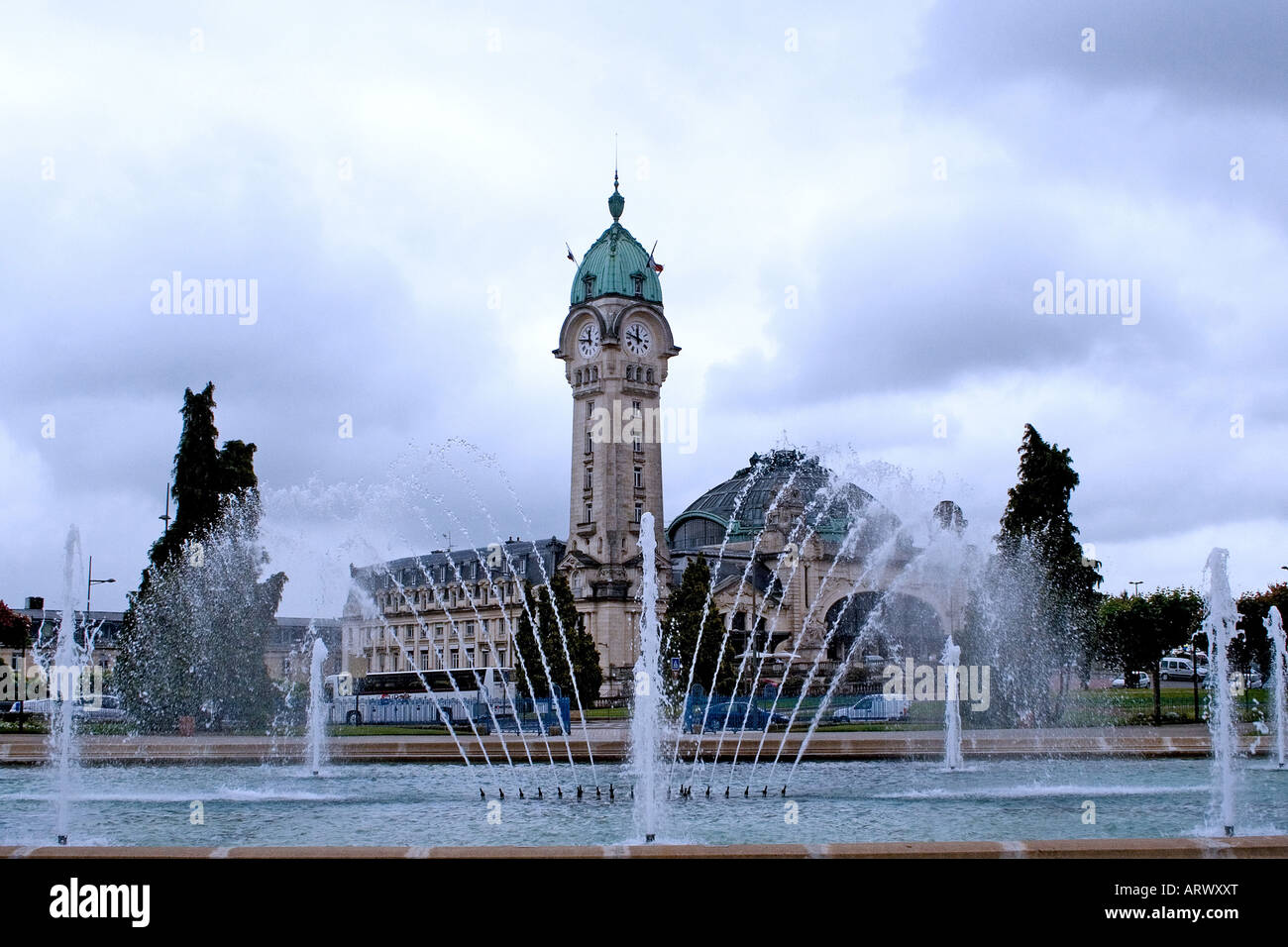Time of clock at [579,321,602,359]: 11:46
